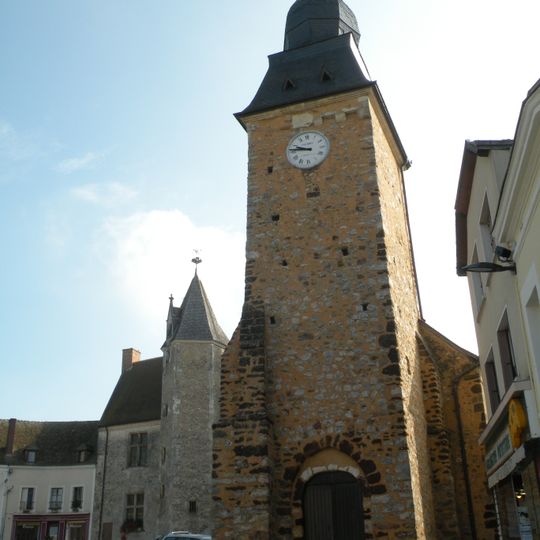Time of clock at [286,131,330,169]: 9:45
